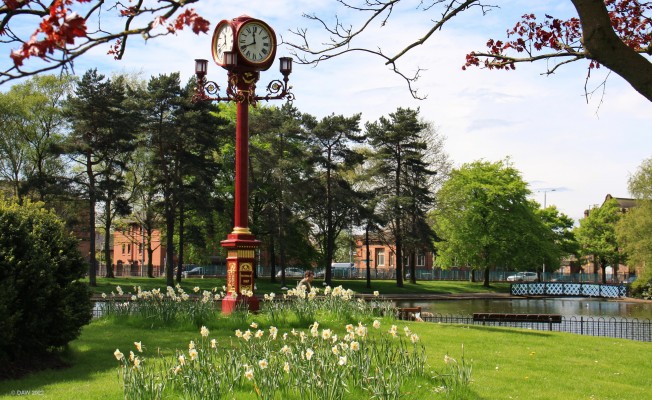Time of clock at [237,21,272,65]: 11:40
